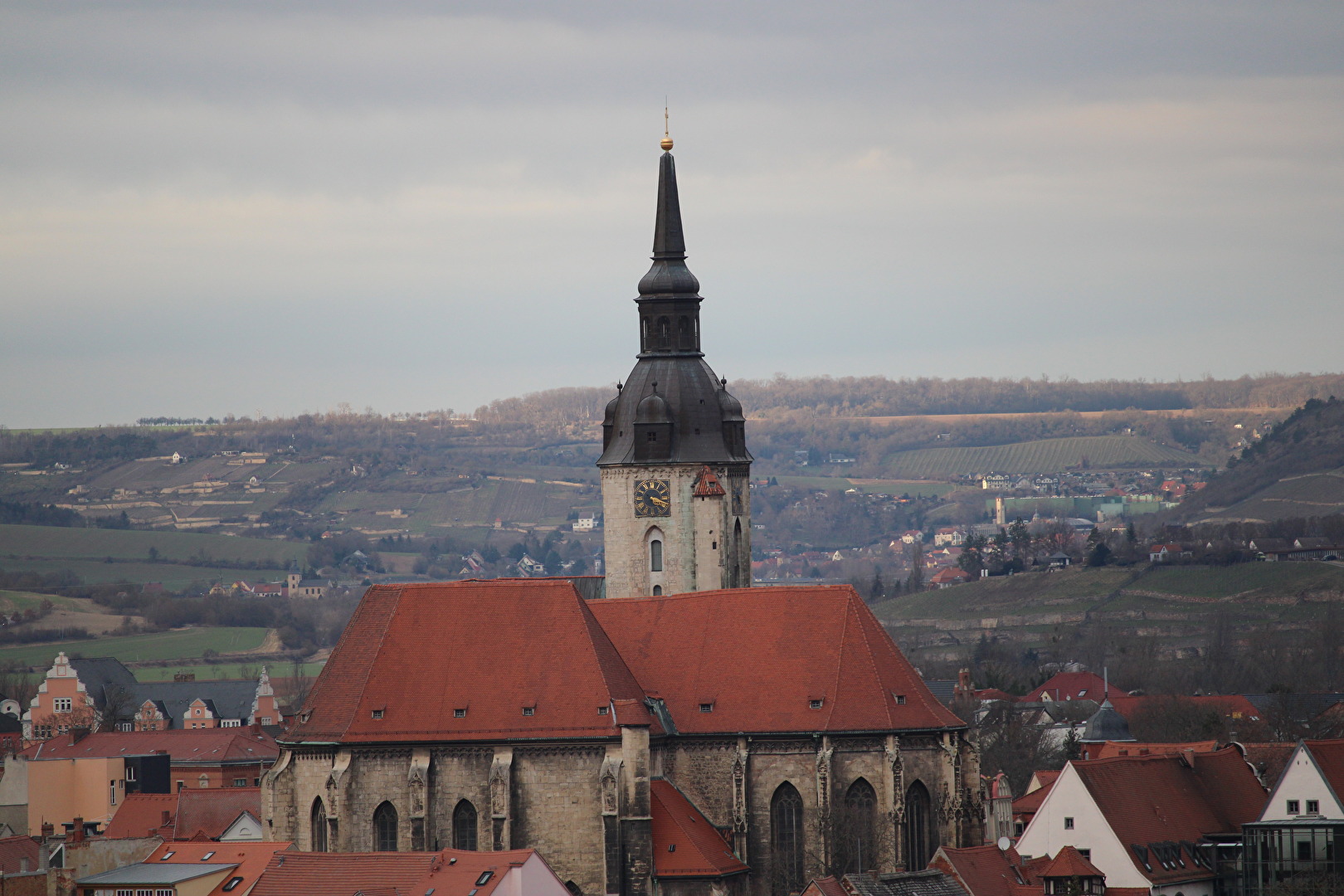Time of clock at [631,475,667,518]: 5:18
